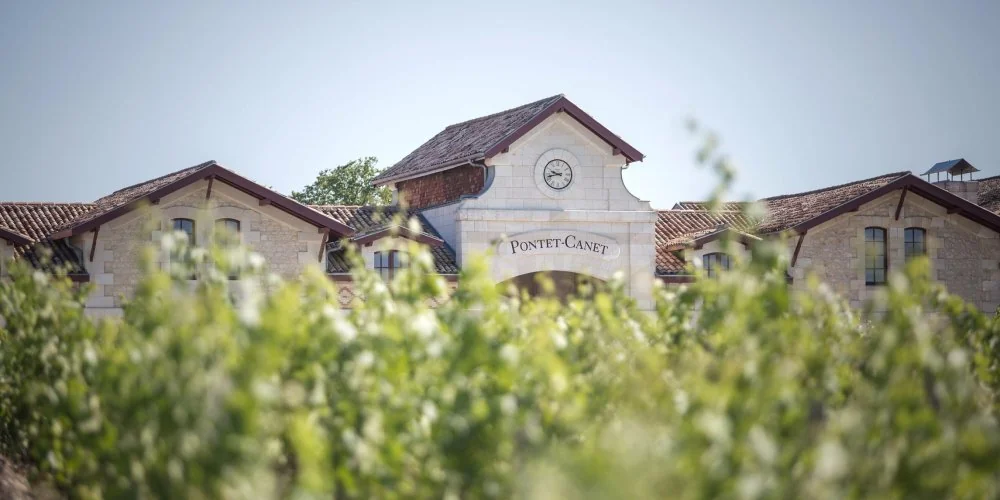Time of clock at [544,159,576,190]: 9:42
